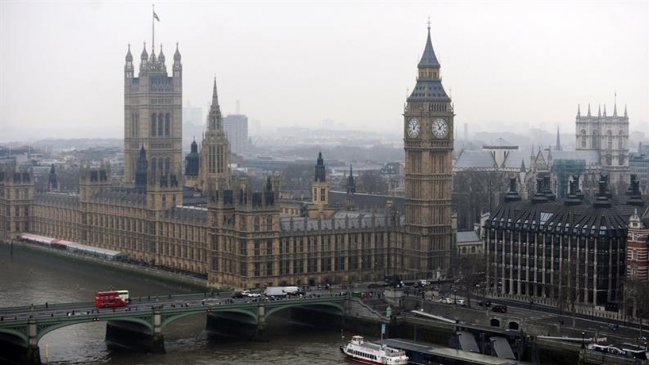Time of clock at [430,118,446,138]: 11:07
